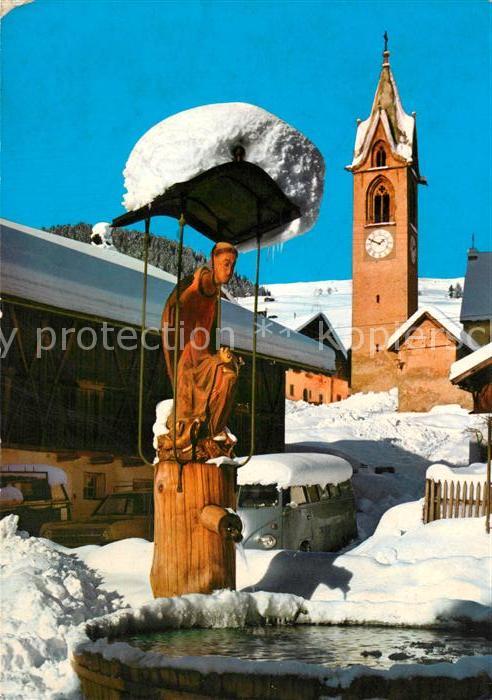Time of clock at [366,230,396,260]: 1:49
